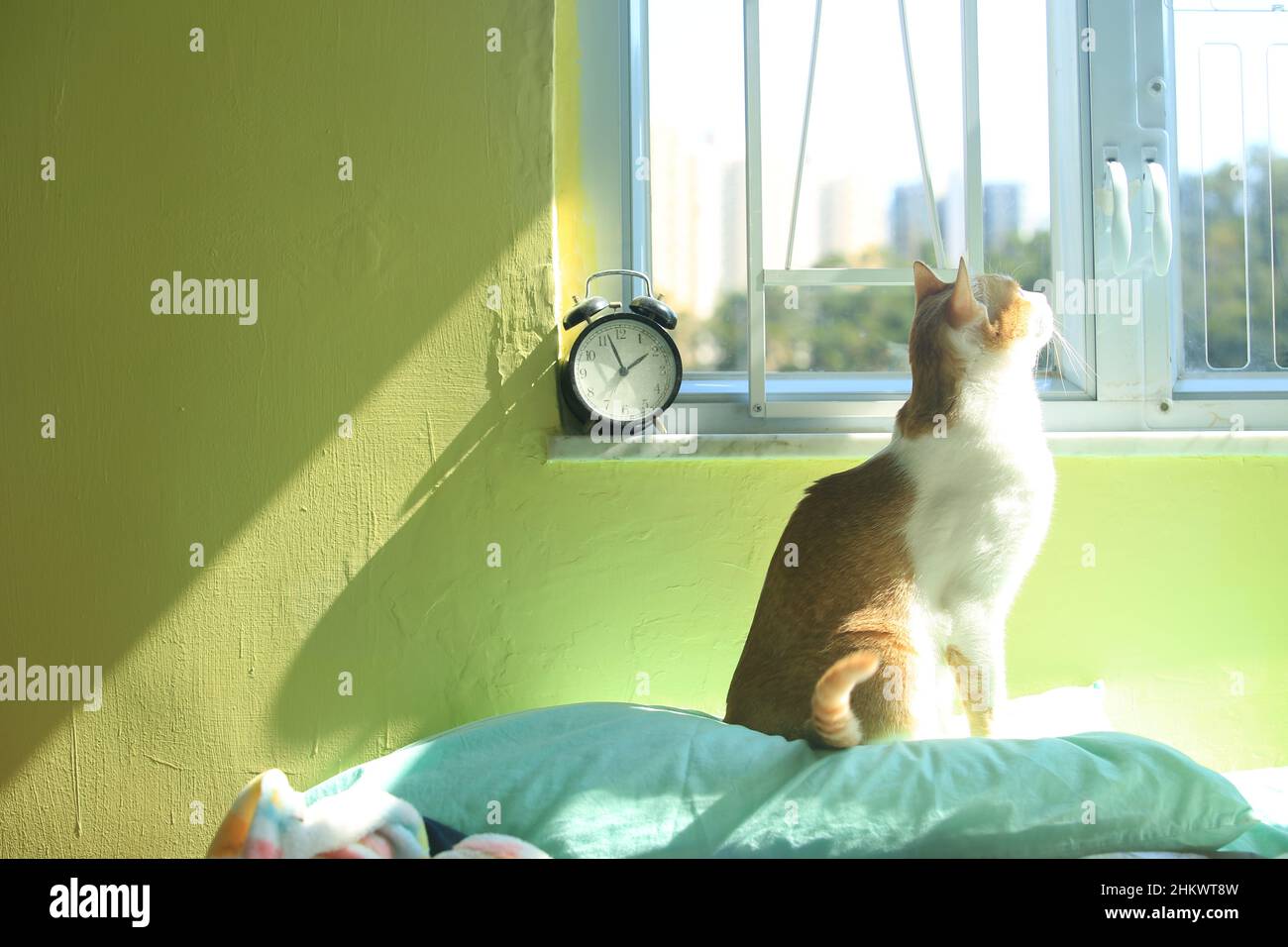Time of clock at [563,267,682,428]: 1:56
